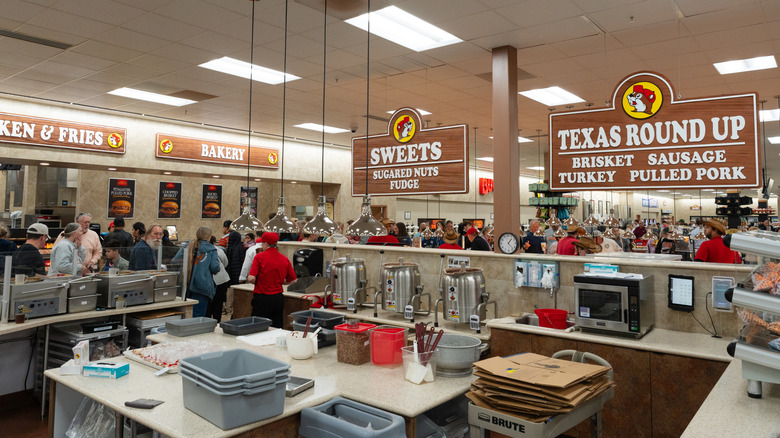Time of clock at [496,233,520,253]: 1:22
